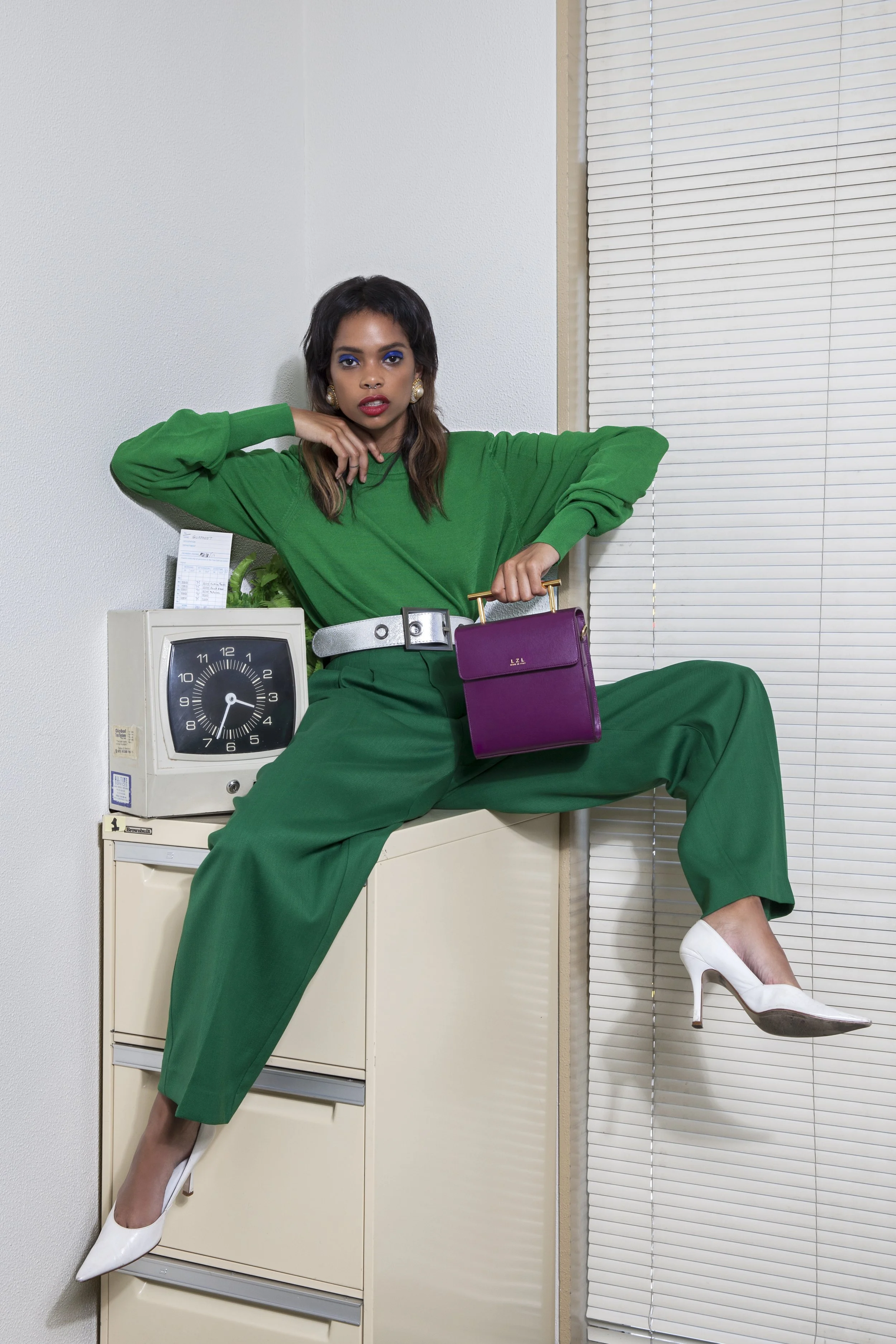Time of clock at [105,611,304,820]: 3:33
